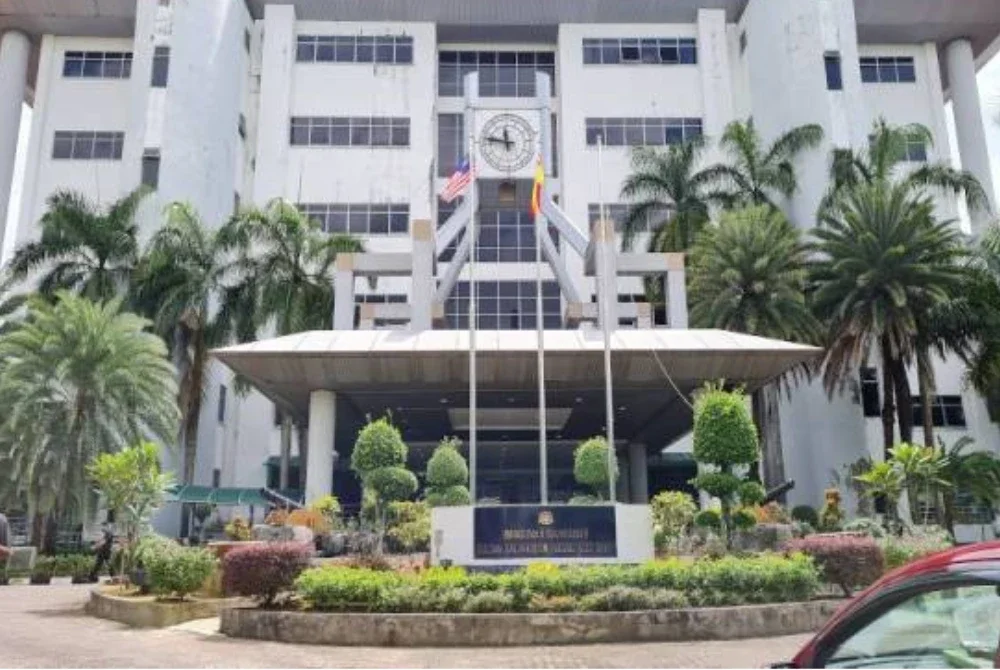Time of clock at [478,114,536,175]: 11:46
